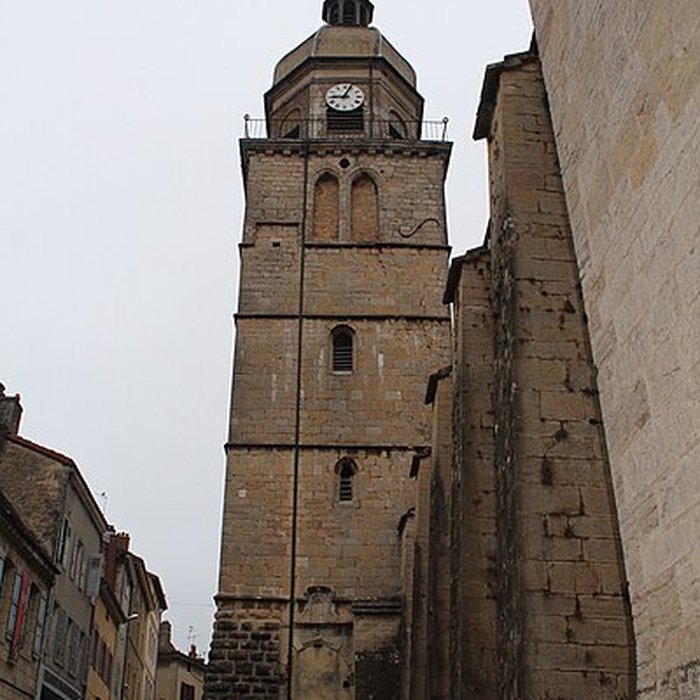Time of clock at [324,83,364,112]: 9:03
